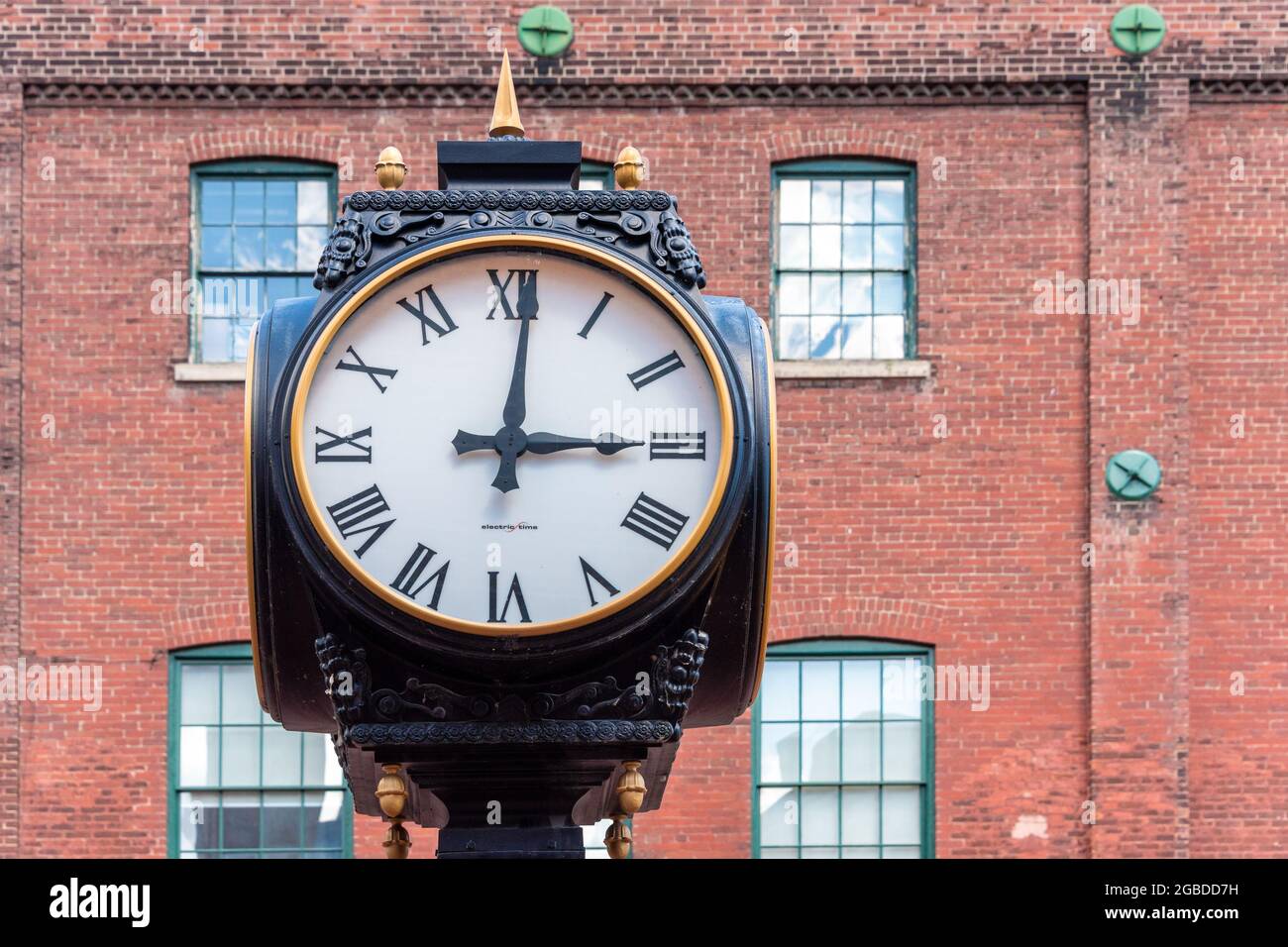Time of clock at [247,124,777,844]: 3:01
